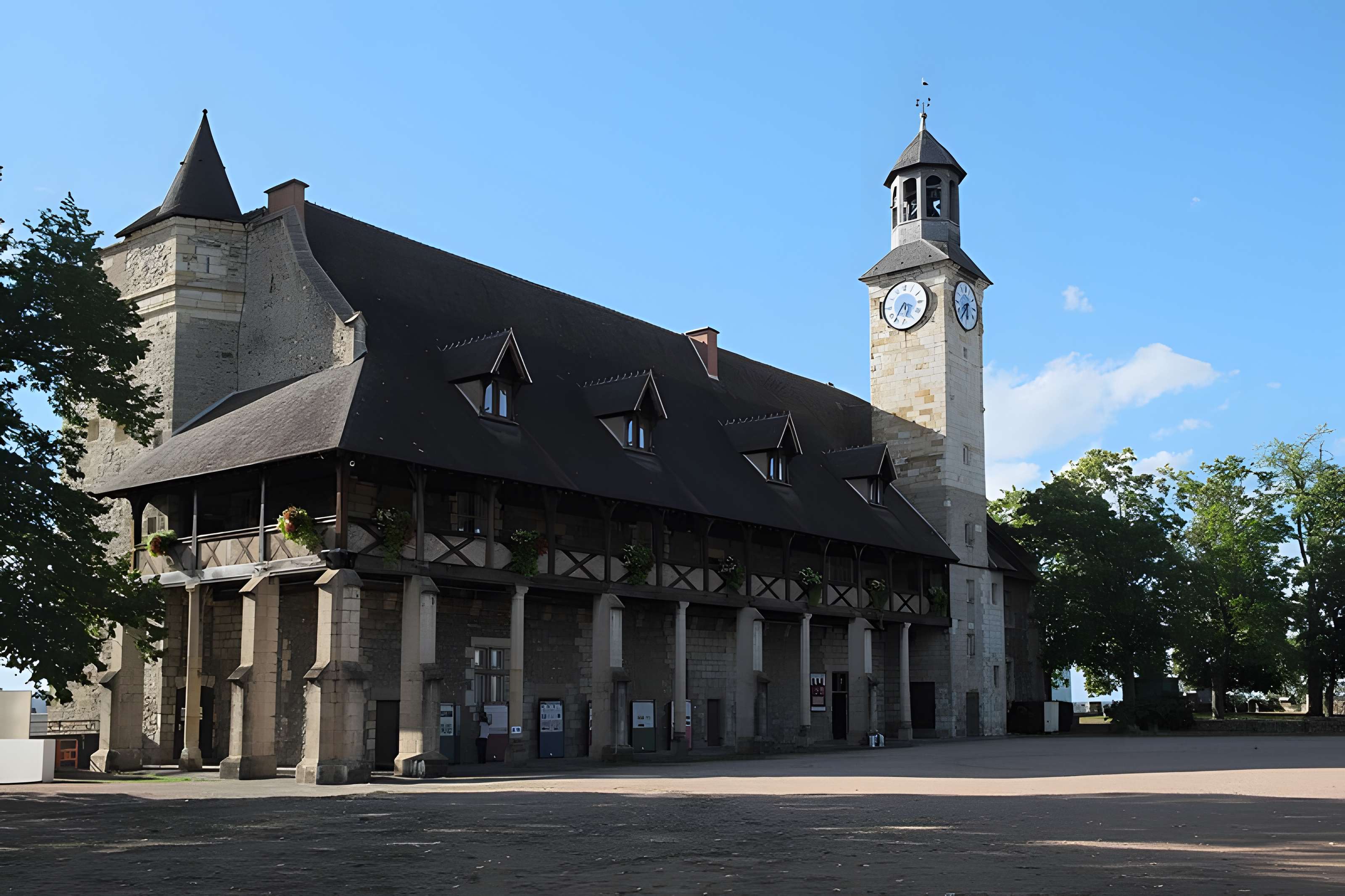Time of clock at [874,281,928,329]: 5:35
